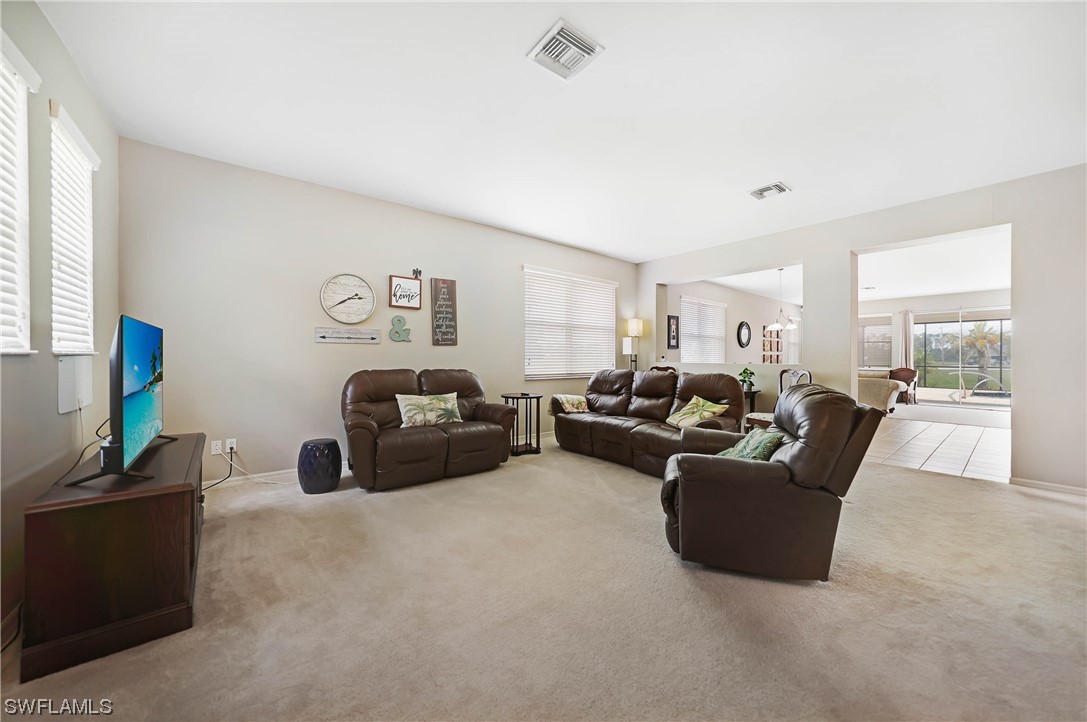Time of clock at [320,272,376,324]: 2:40
